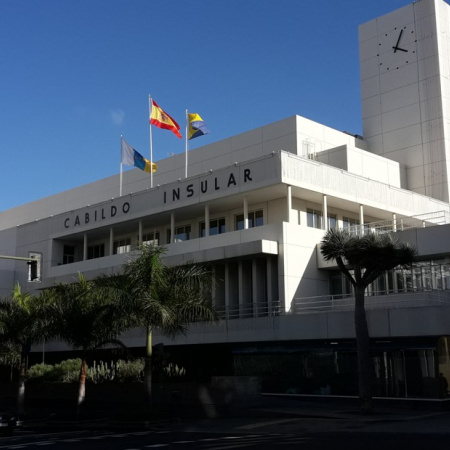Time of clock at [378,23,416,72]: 4:04
